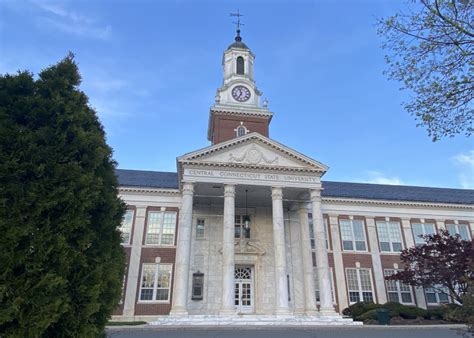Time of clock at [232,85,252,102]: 6:57
